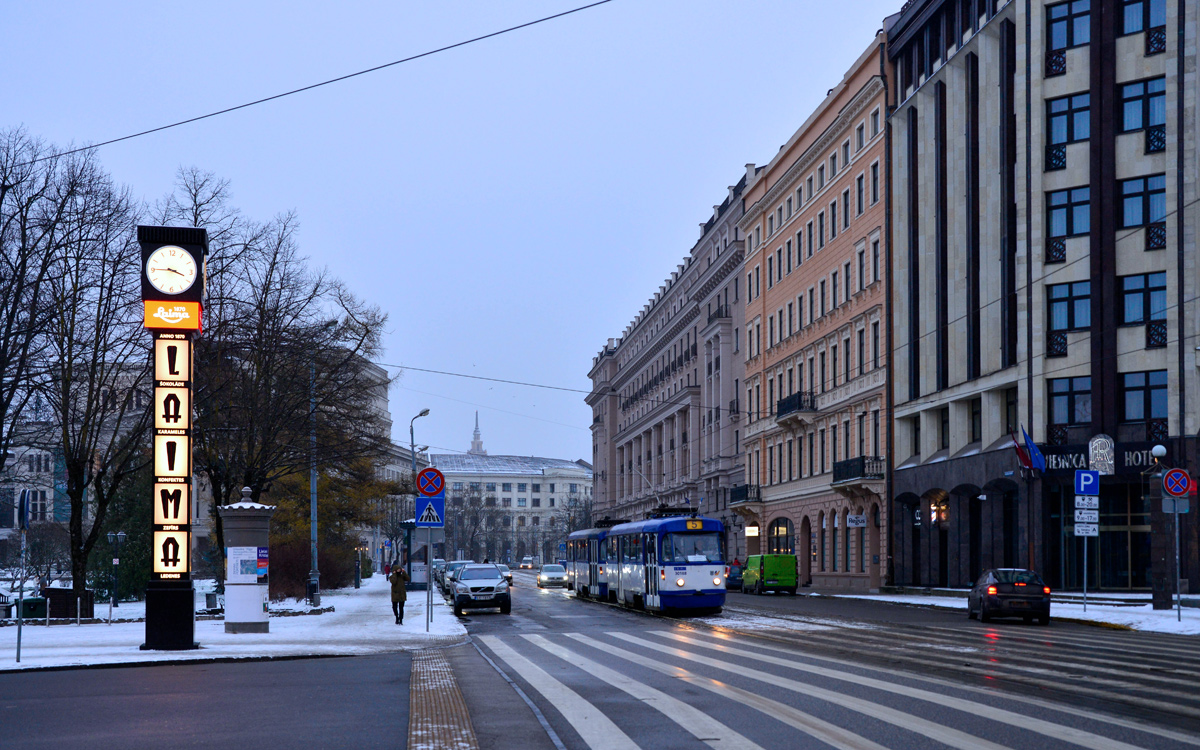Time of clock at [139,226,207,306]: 3:45
